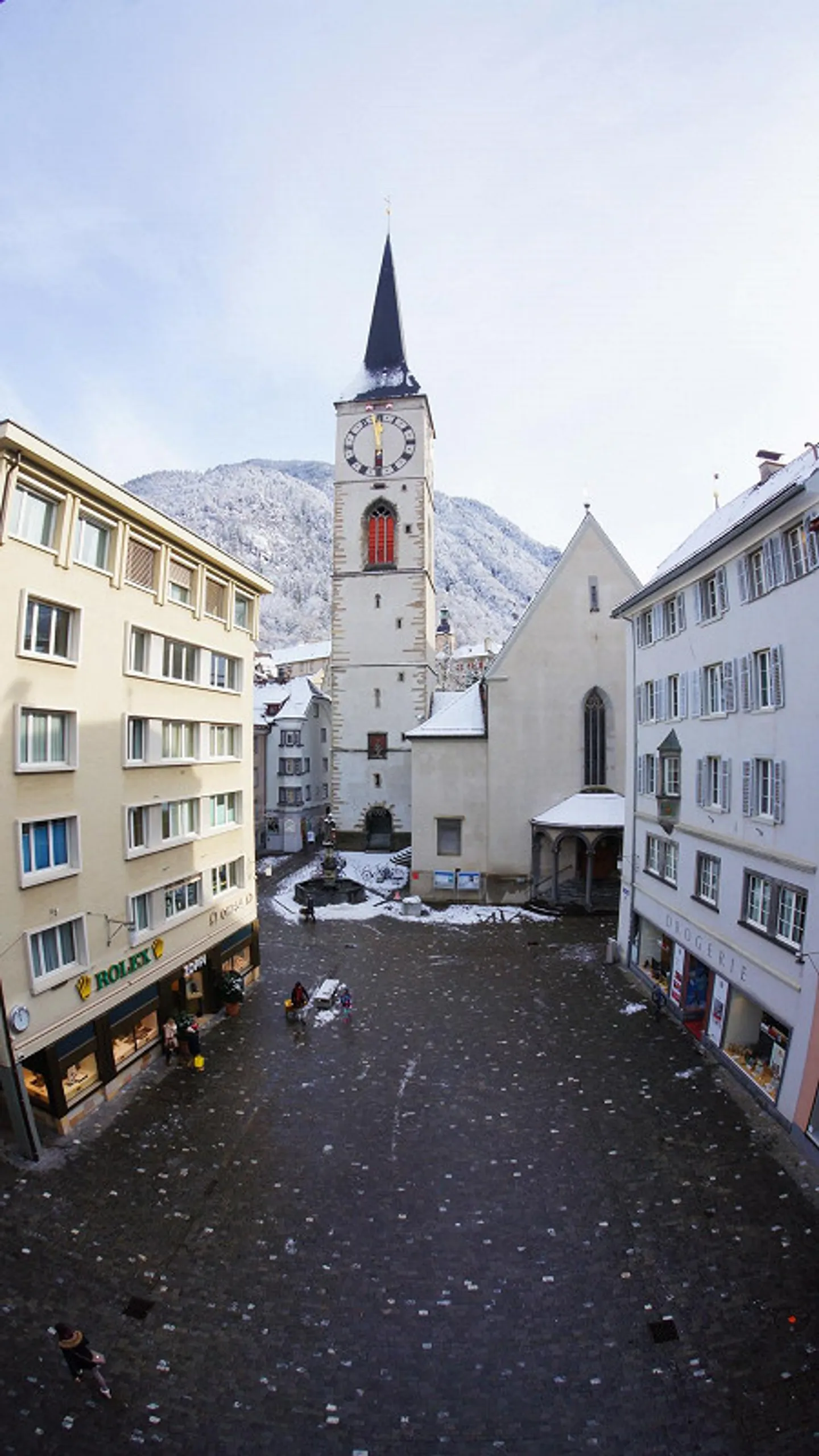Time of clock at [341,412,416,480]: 5:59
